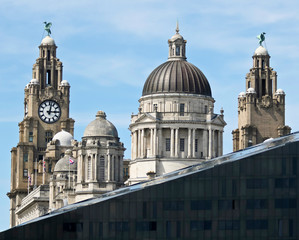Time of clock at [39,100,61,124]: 3:02
